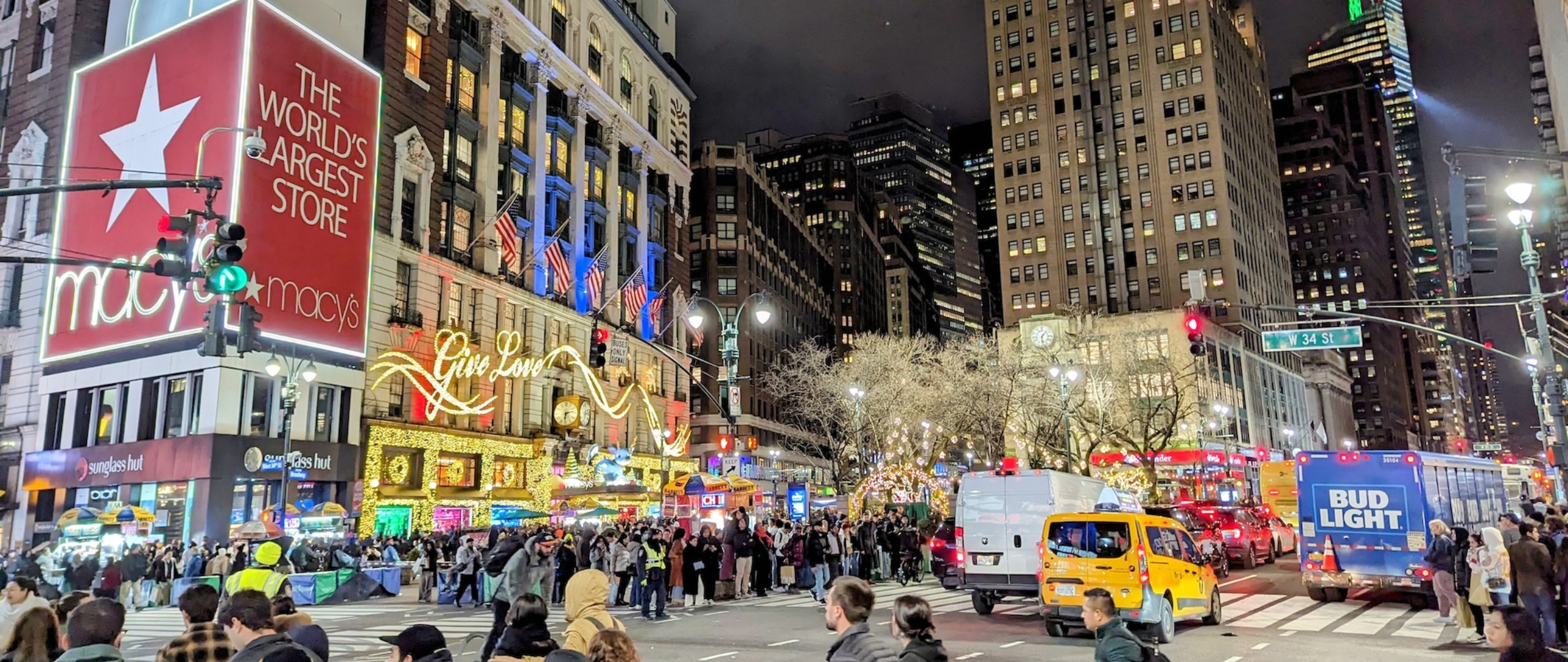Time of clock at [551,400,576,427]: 6:13
